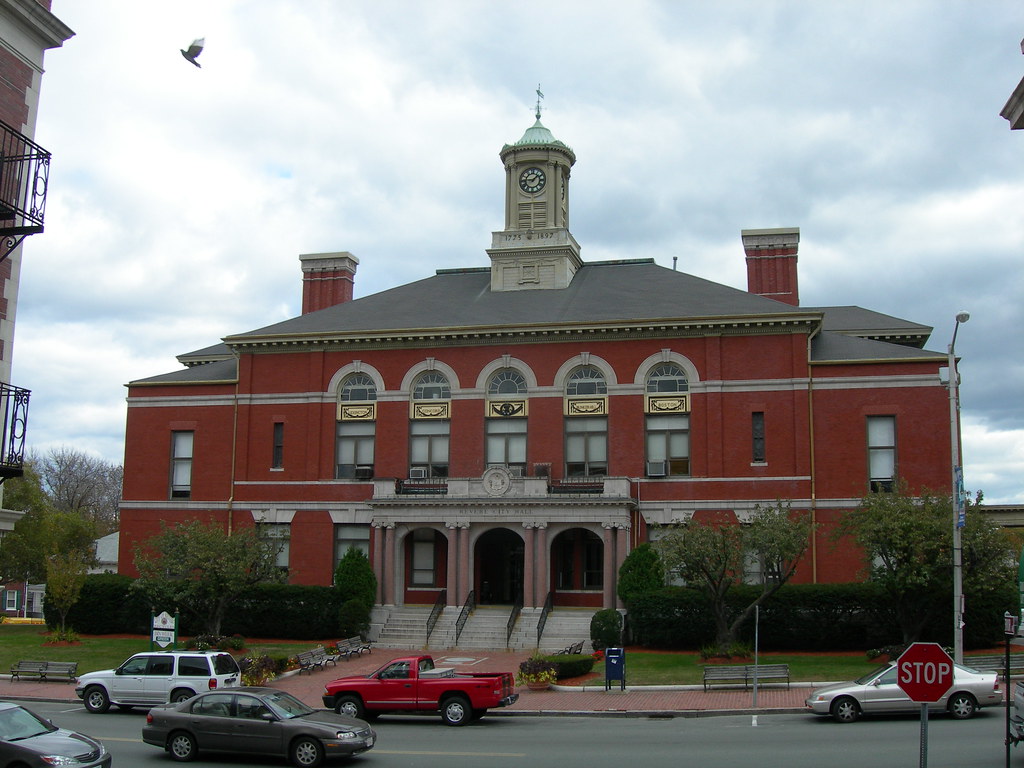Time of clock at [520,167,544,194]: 9:07
